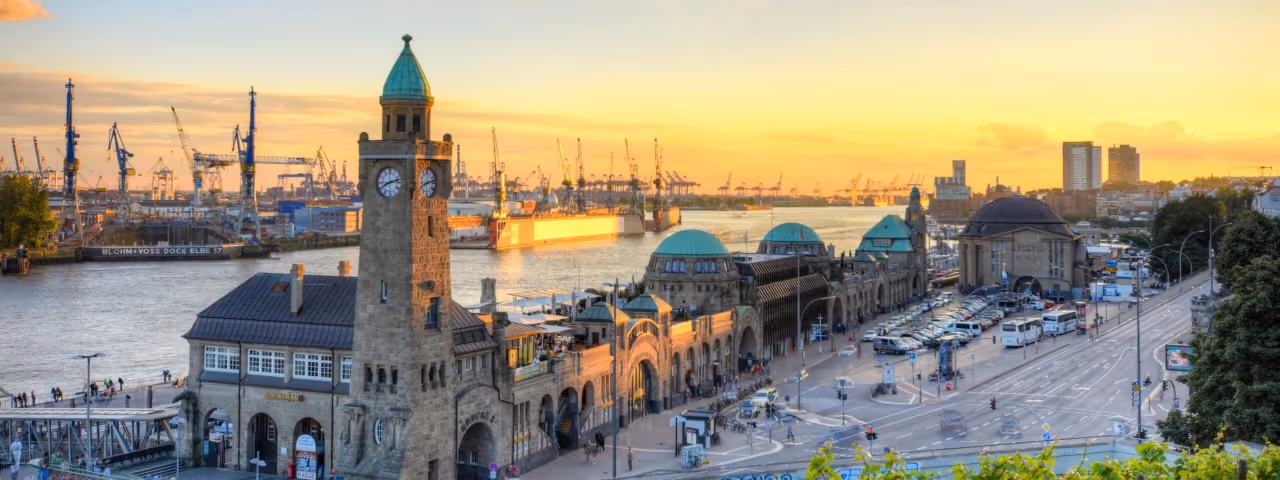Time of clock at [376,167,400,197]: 8:12
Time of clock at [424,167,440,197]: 8:12
